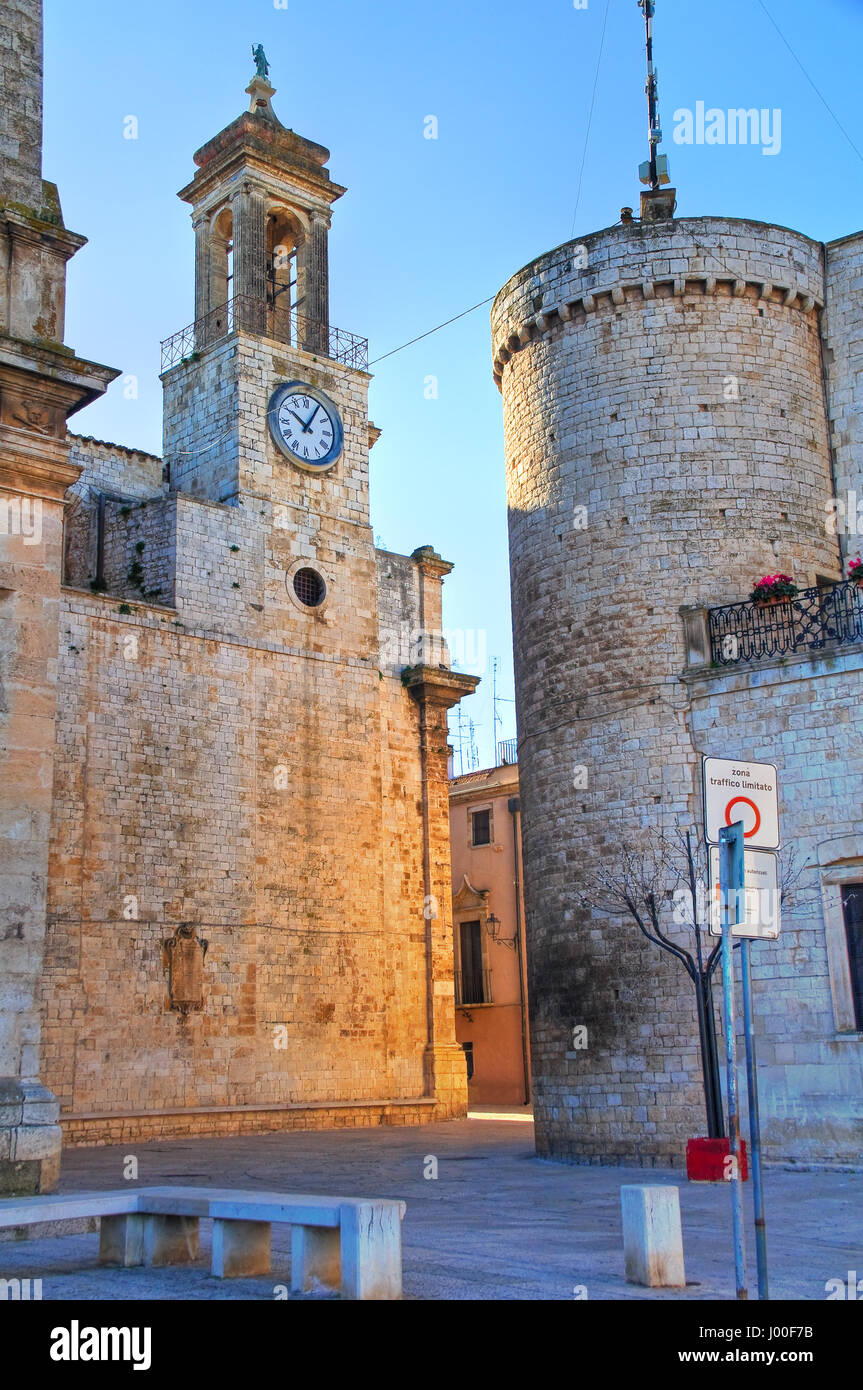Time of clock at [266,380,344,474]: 10:05
